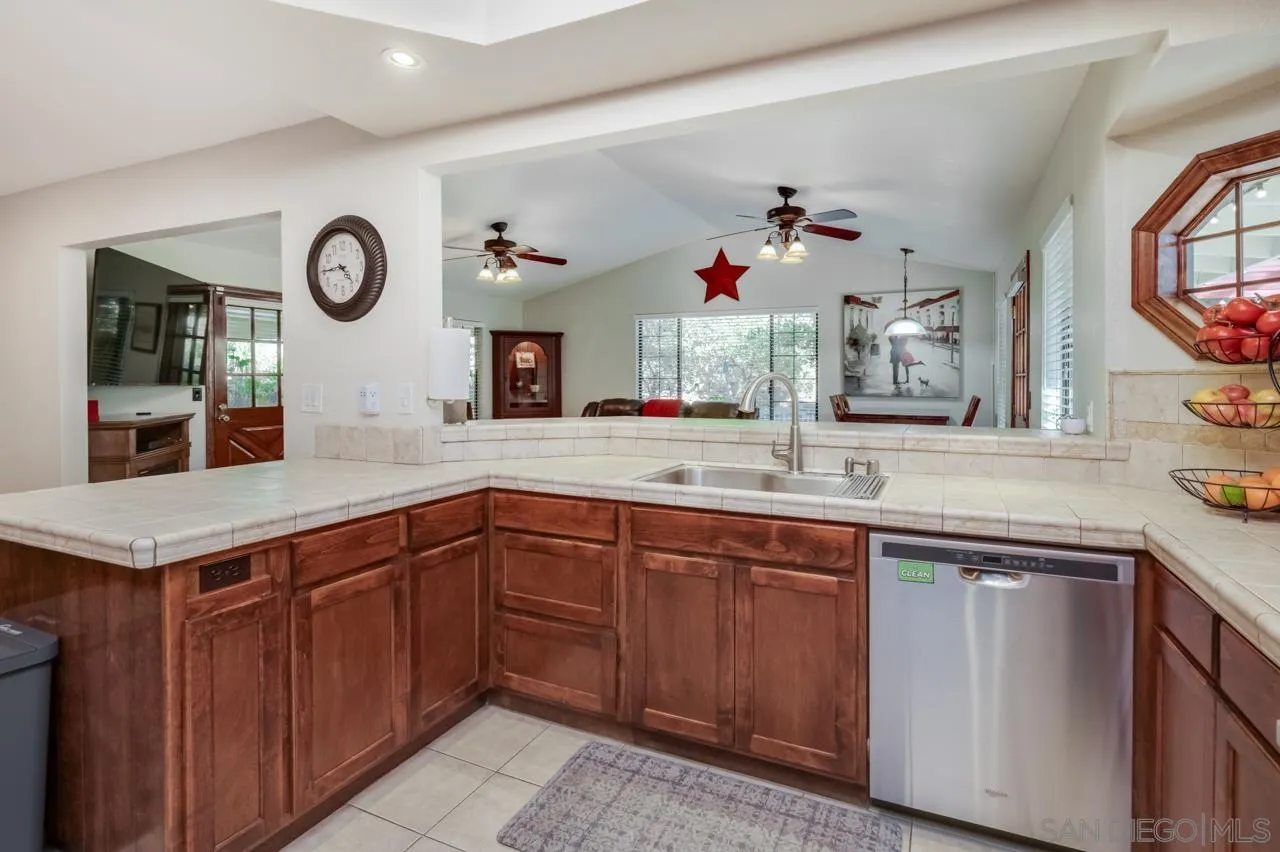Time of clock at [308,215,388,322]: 4:44
